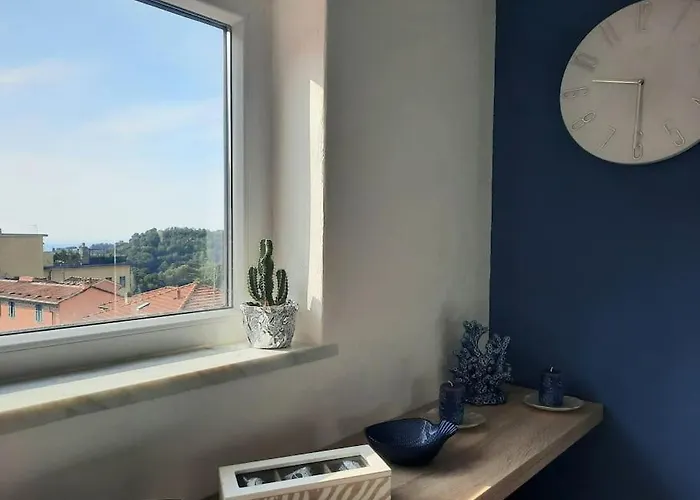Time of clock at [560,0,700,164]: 9:30
